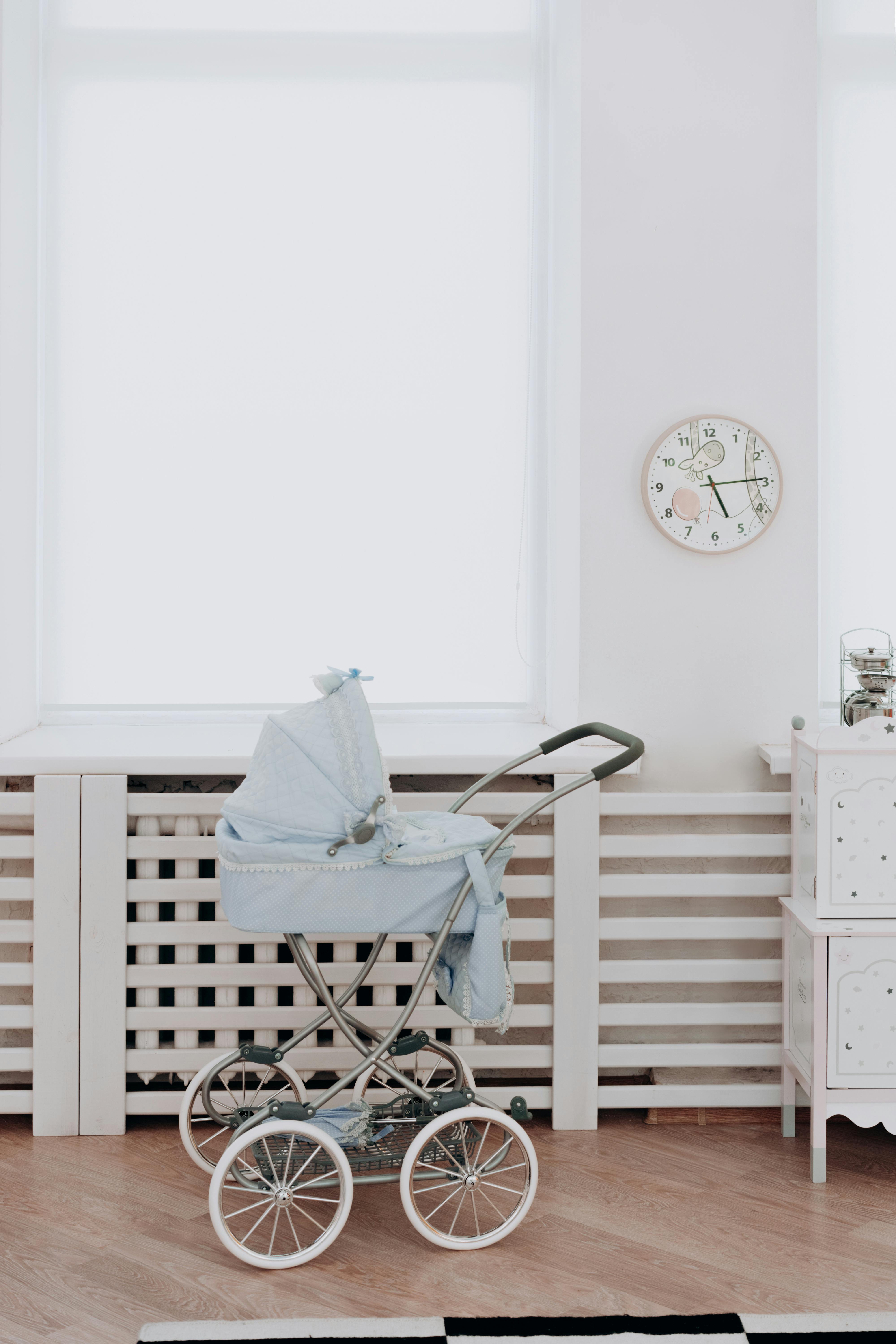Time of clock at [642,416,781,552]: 5:14
